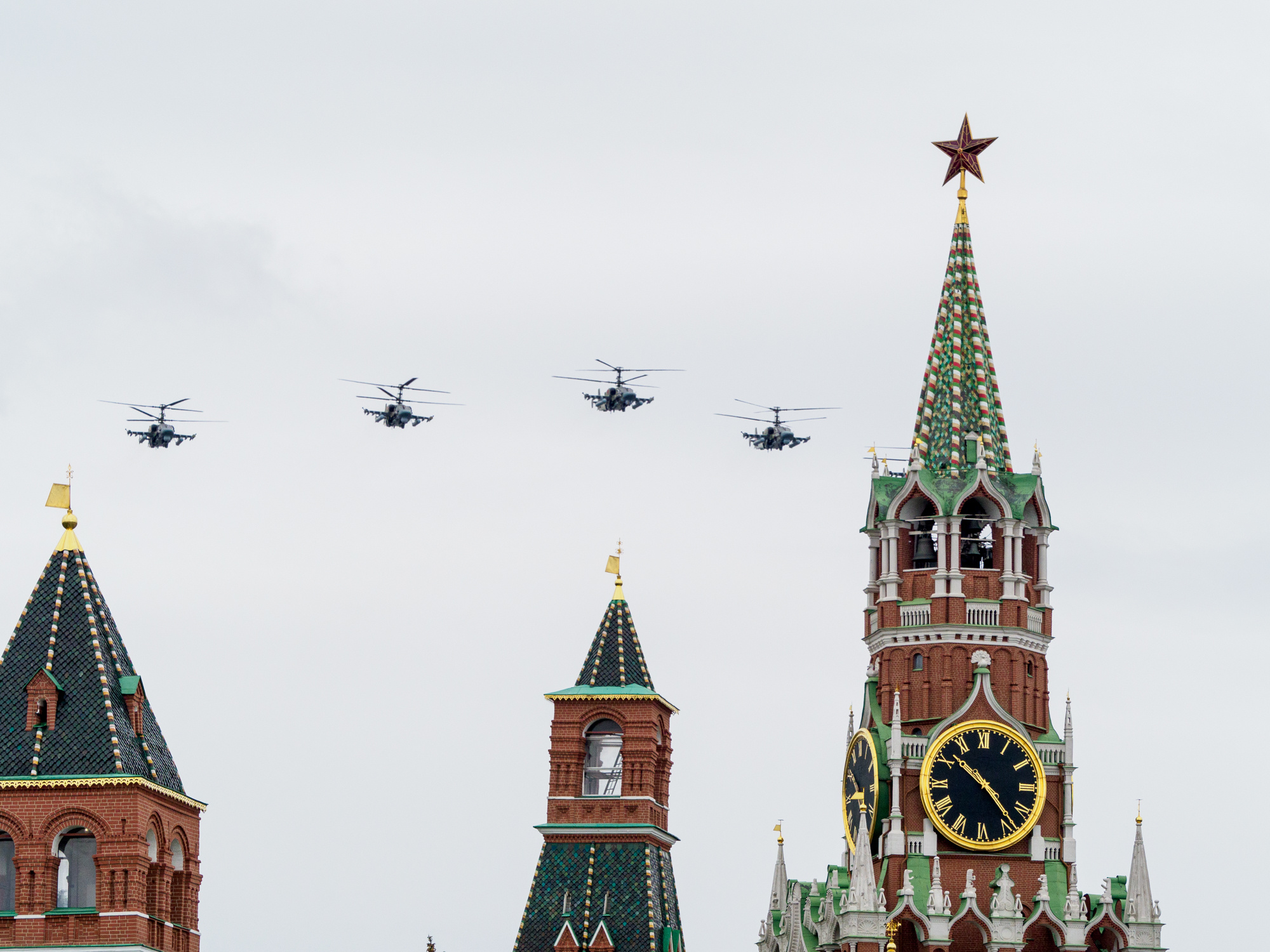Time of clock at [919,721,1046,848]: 10:23
